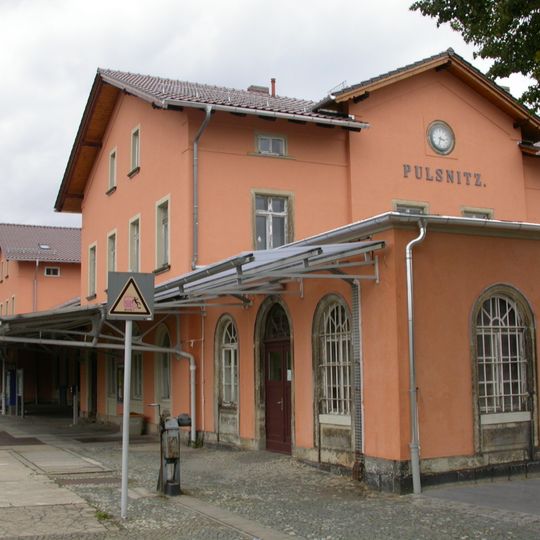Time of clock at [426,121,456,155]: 3:33
